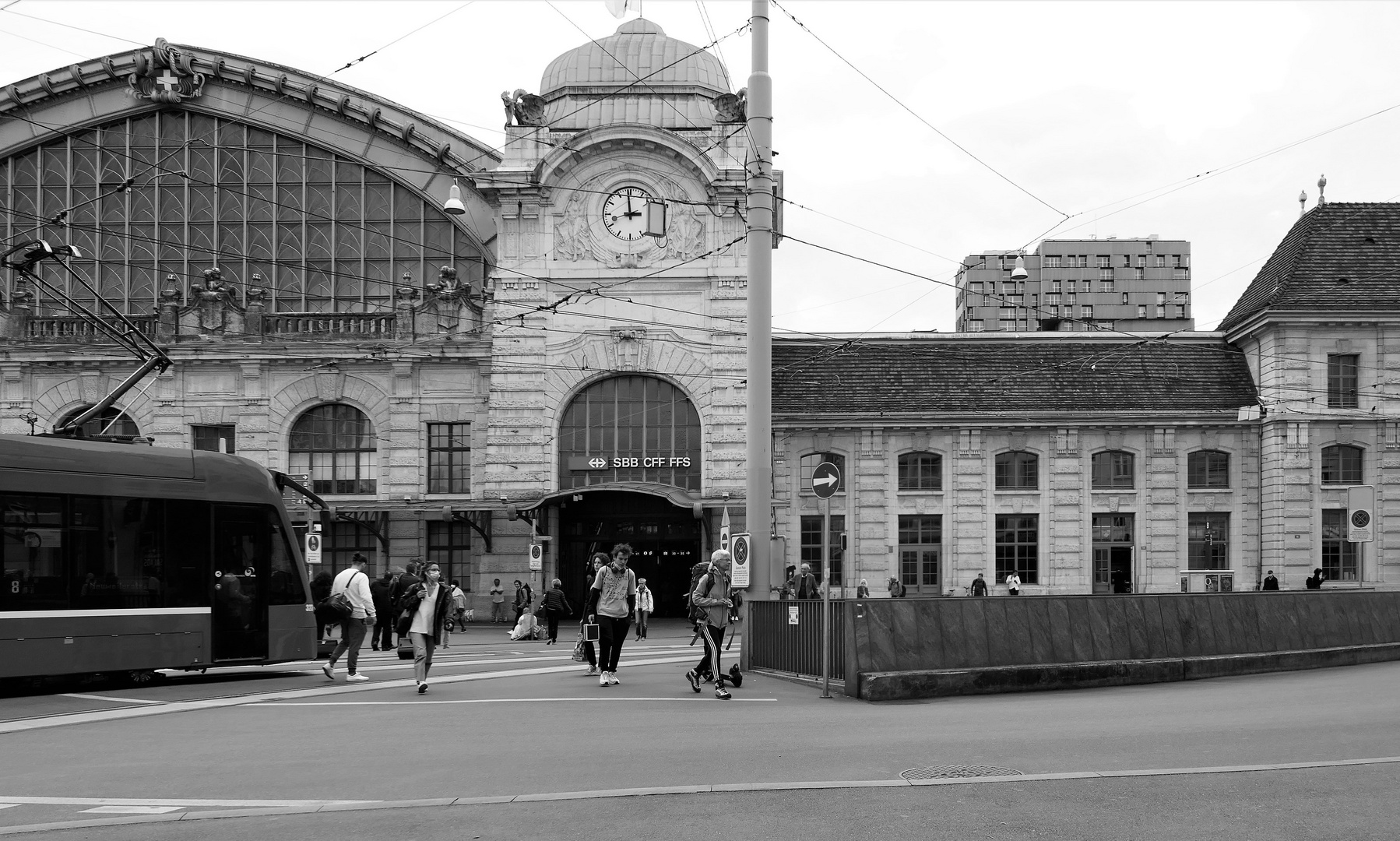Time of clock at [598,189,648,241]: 2:59
